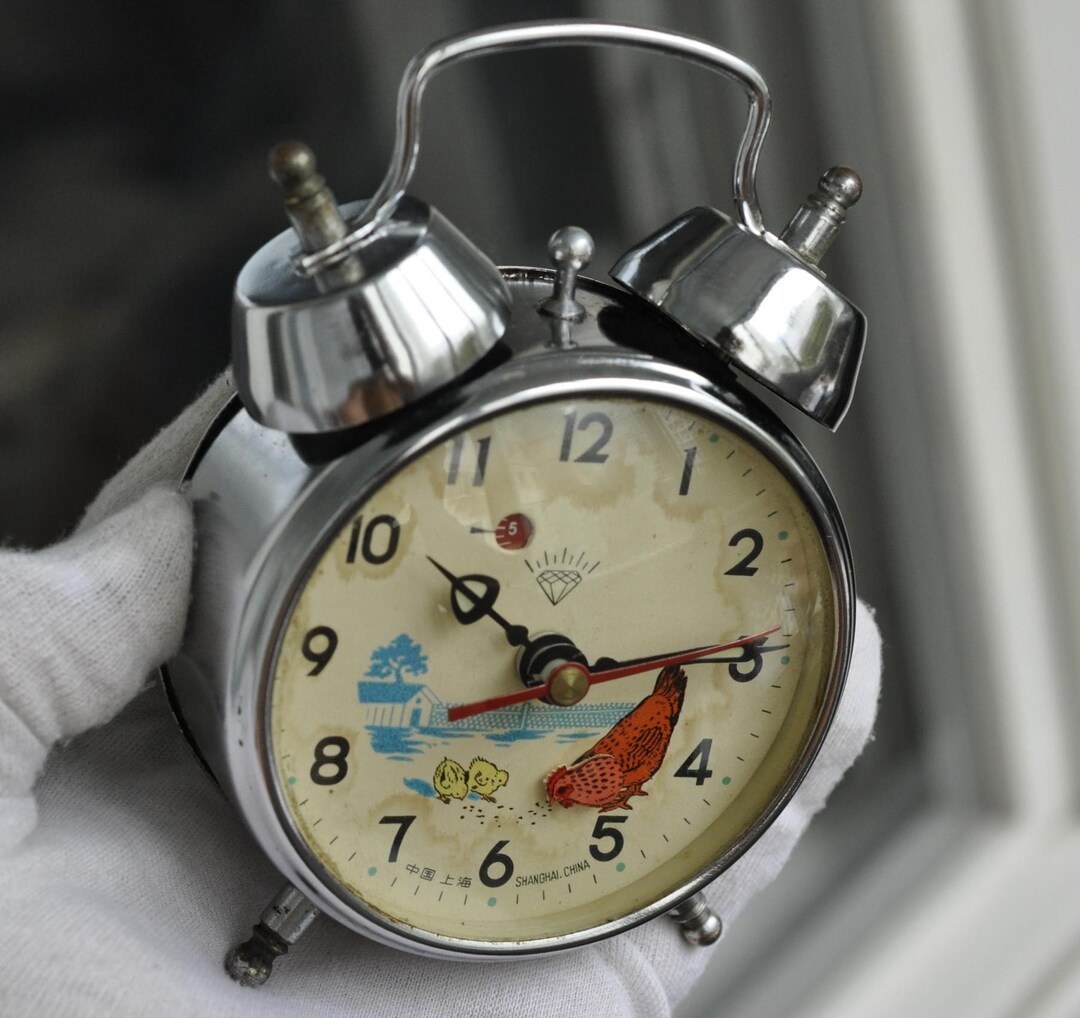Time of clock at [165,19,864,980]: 10:14
